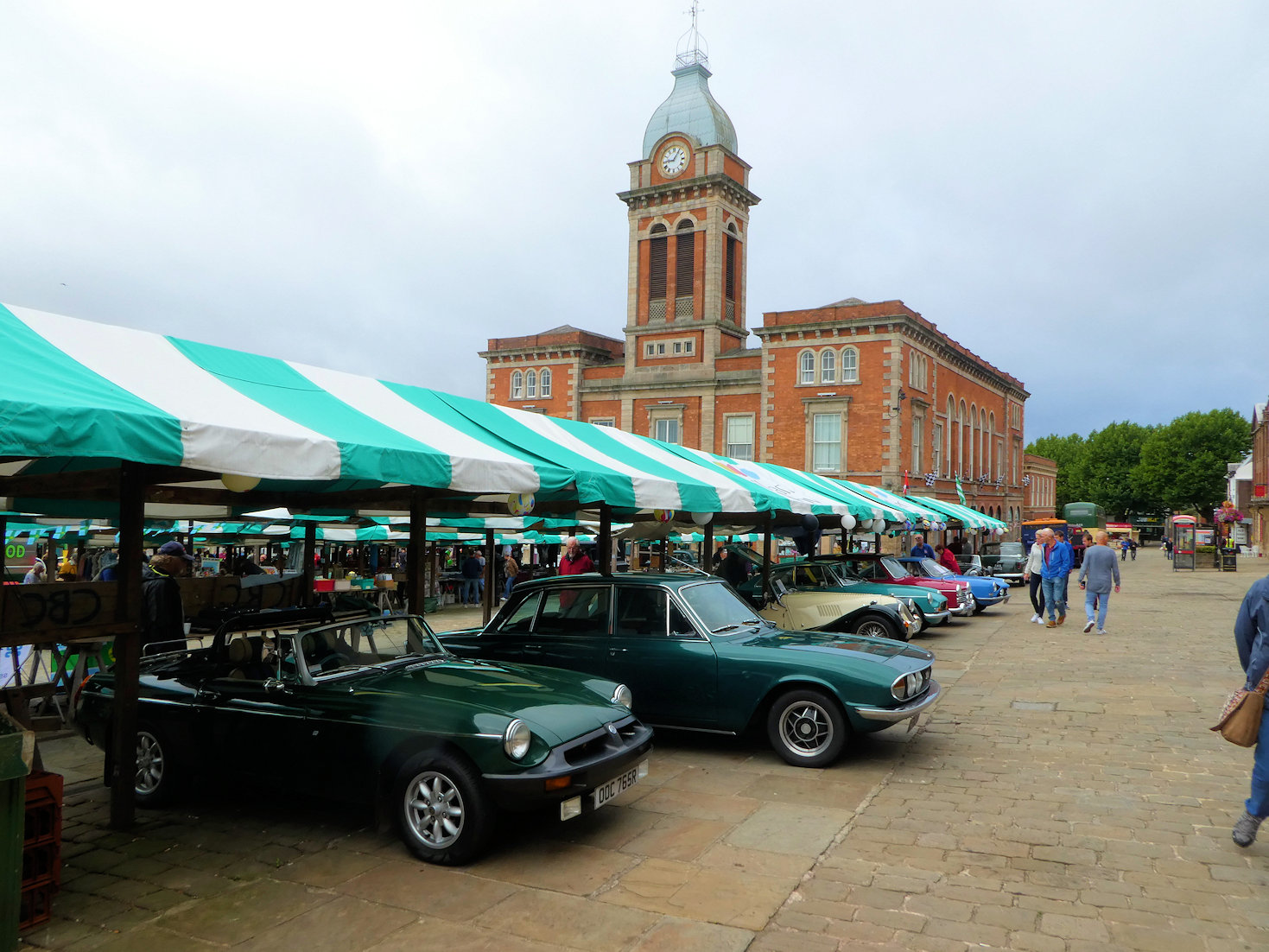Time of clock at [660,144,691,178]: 9:05
